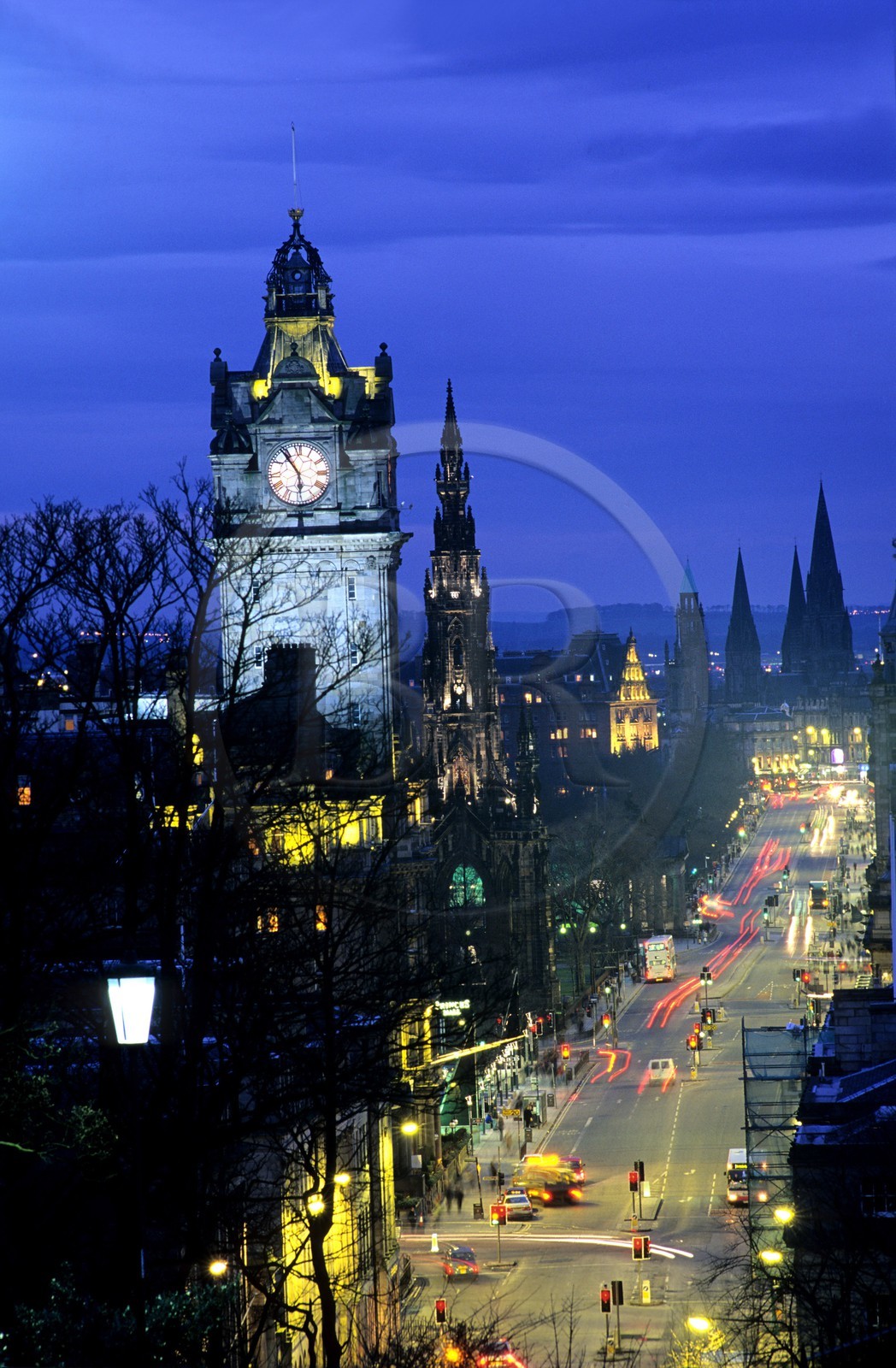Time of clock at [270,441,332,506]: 5:54
